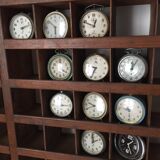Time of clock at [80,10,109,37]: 12:48
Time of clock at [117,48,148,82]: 12:05
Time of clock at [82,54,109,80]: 9:34
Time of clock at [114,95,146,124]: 9:28
